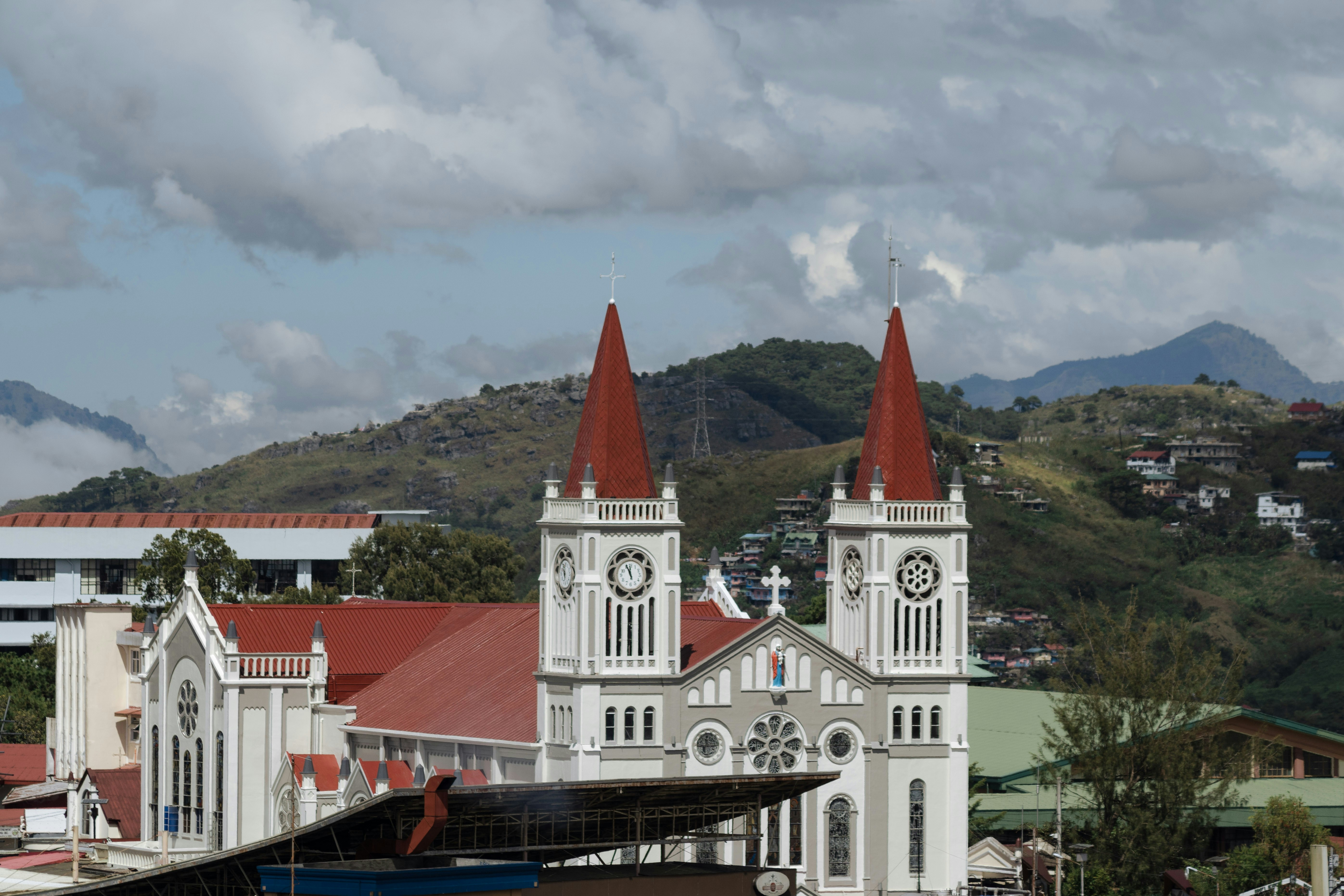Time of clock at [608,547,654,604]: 11:56
